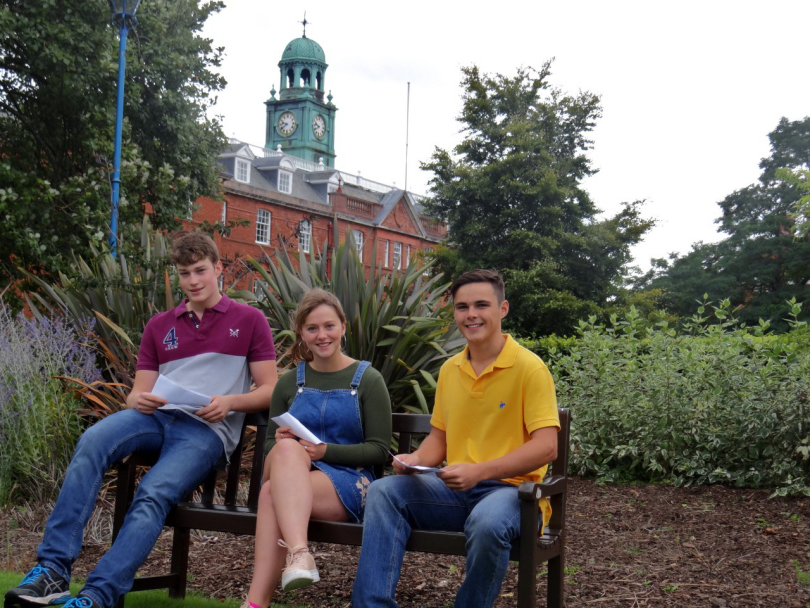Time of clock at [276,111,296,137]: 9:39
